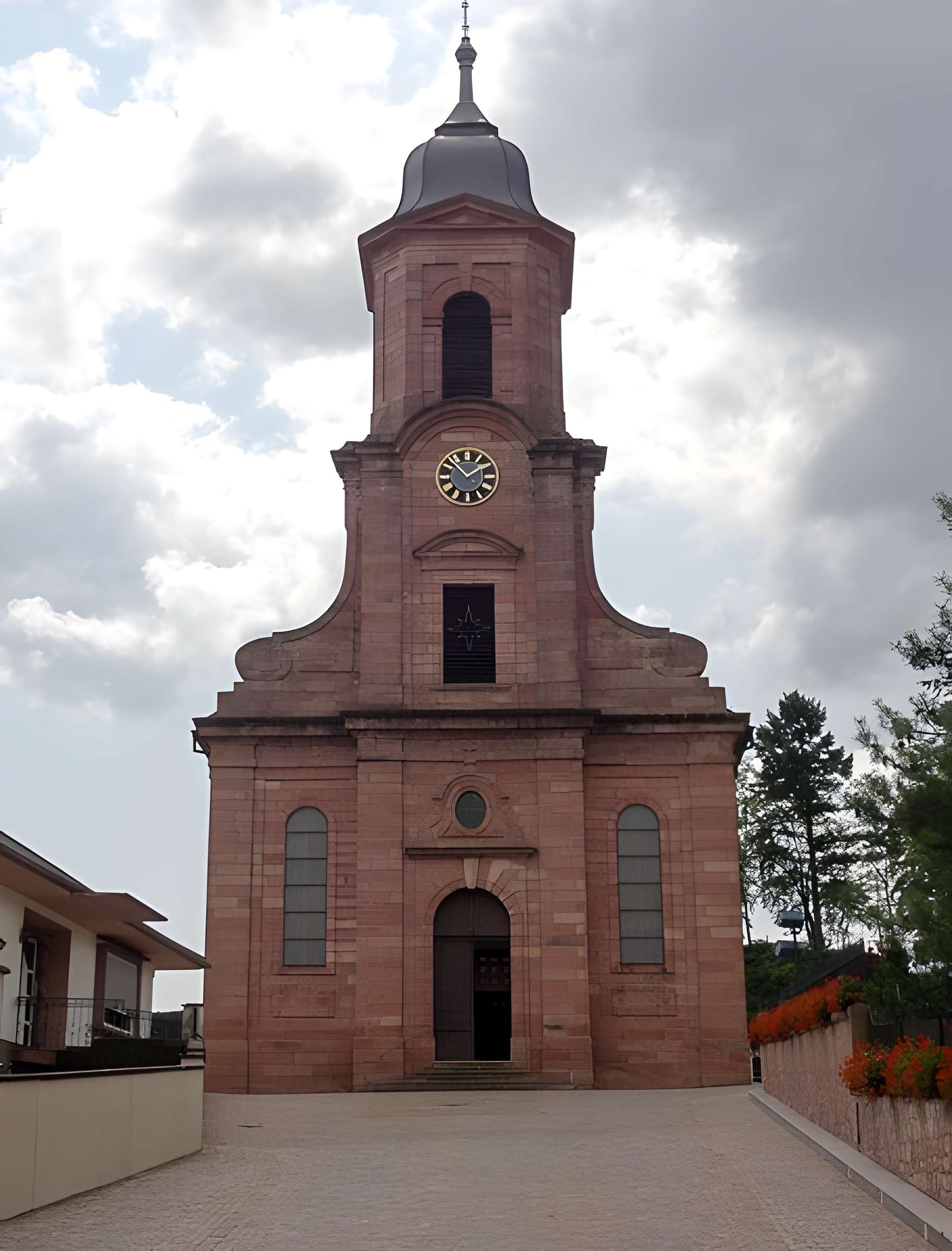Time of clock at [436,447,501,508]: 1:52
